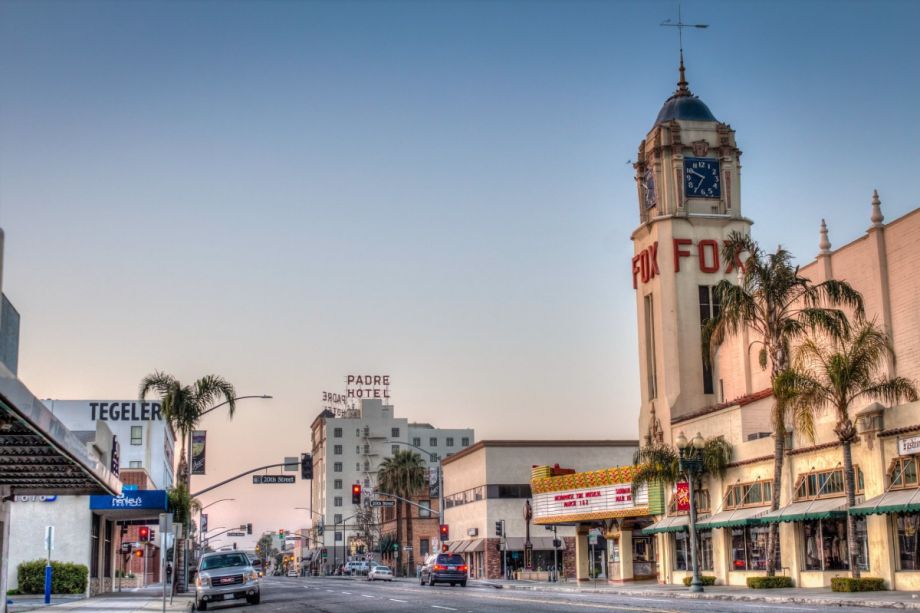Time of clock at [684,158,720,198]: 6:49
